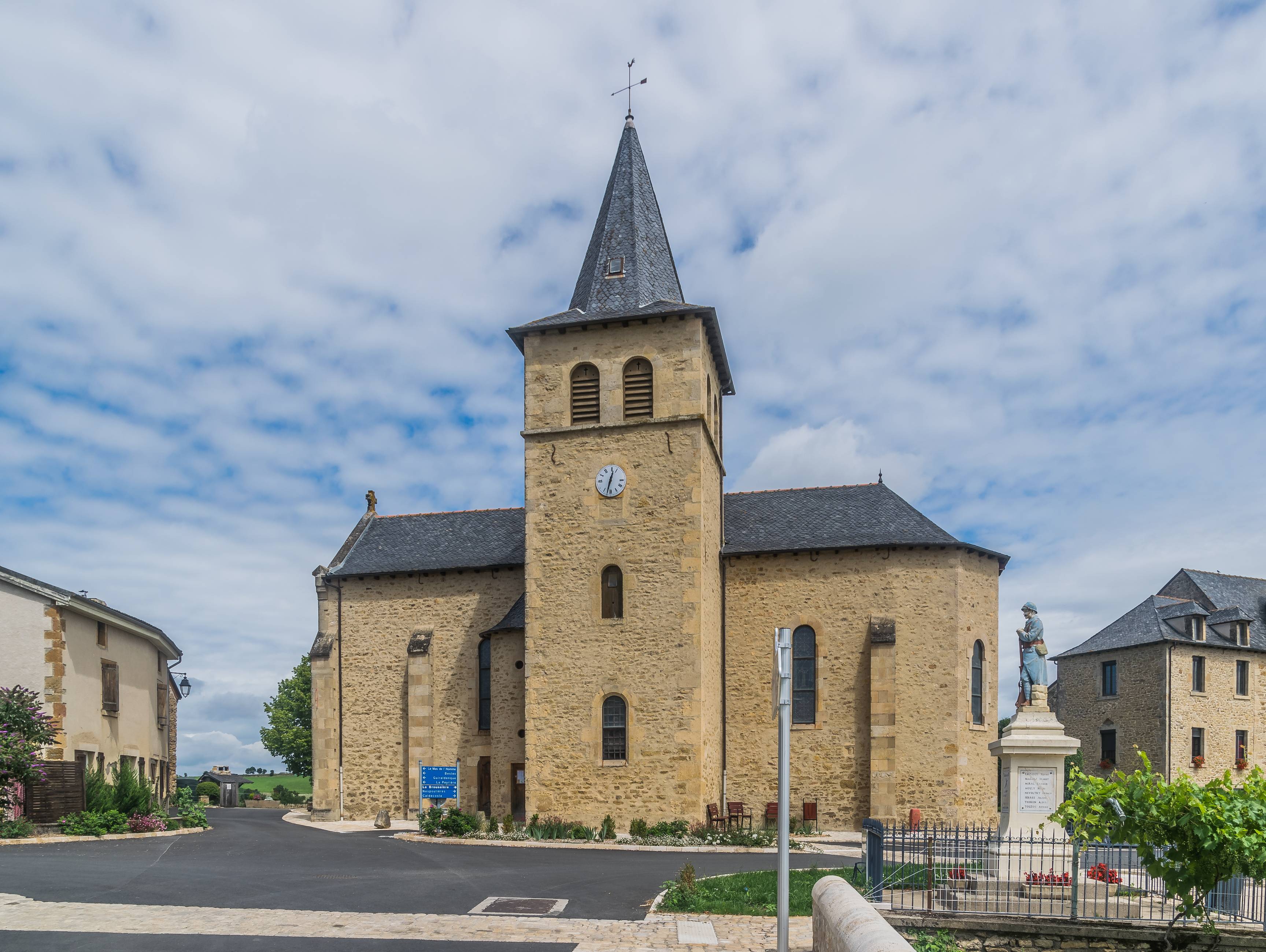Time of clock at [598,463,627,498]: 12:32
